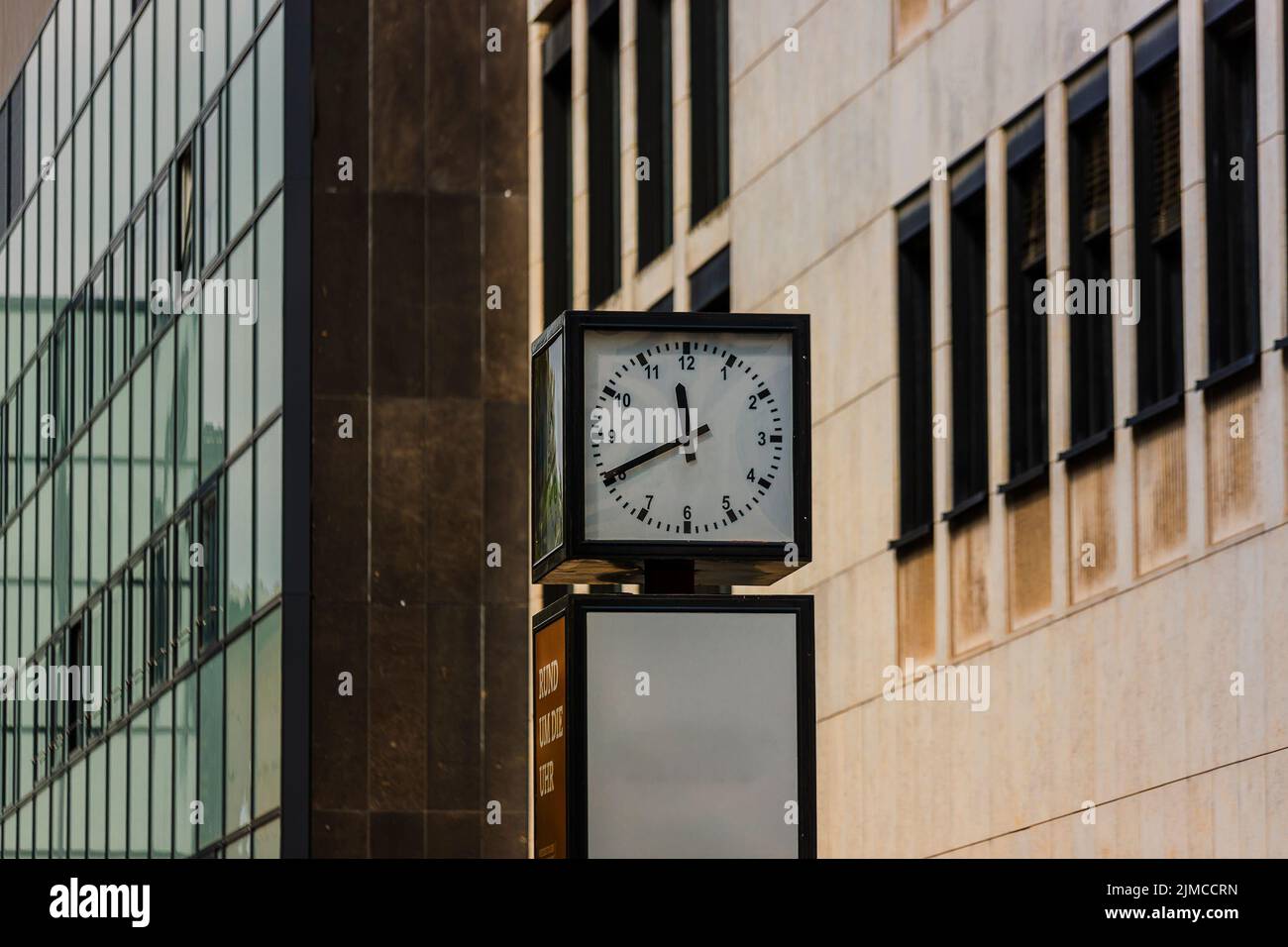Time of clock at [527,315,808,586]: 11:40
